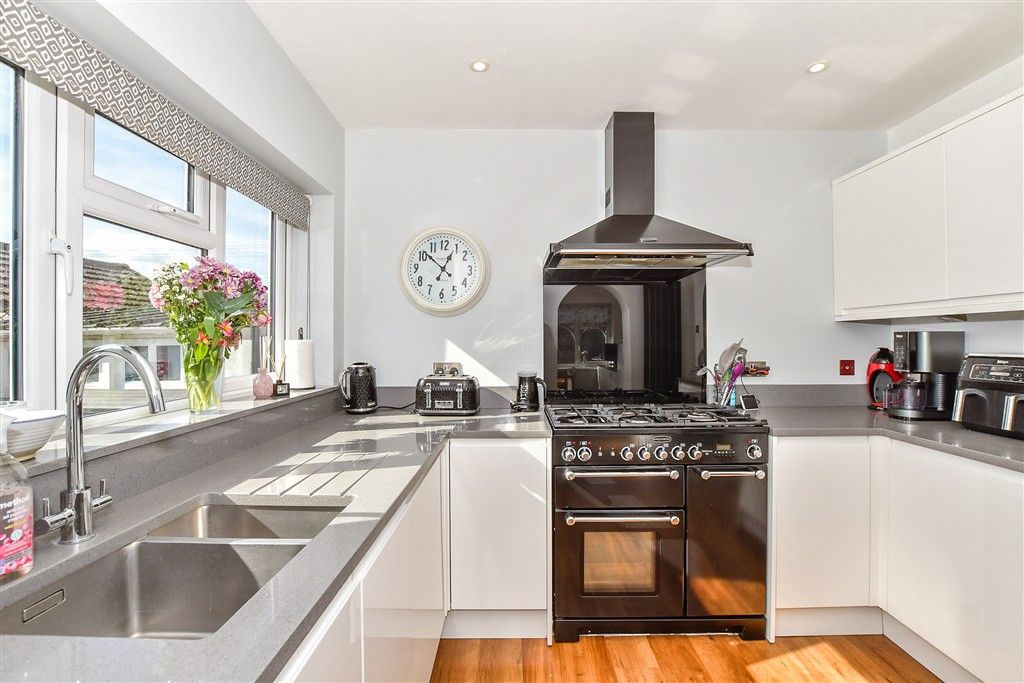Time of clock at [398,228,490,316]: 12:51
